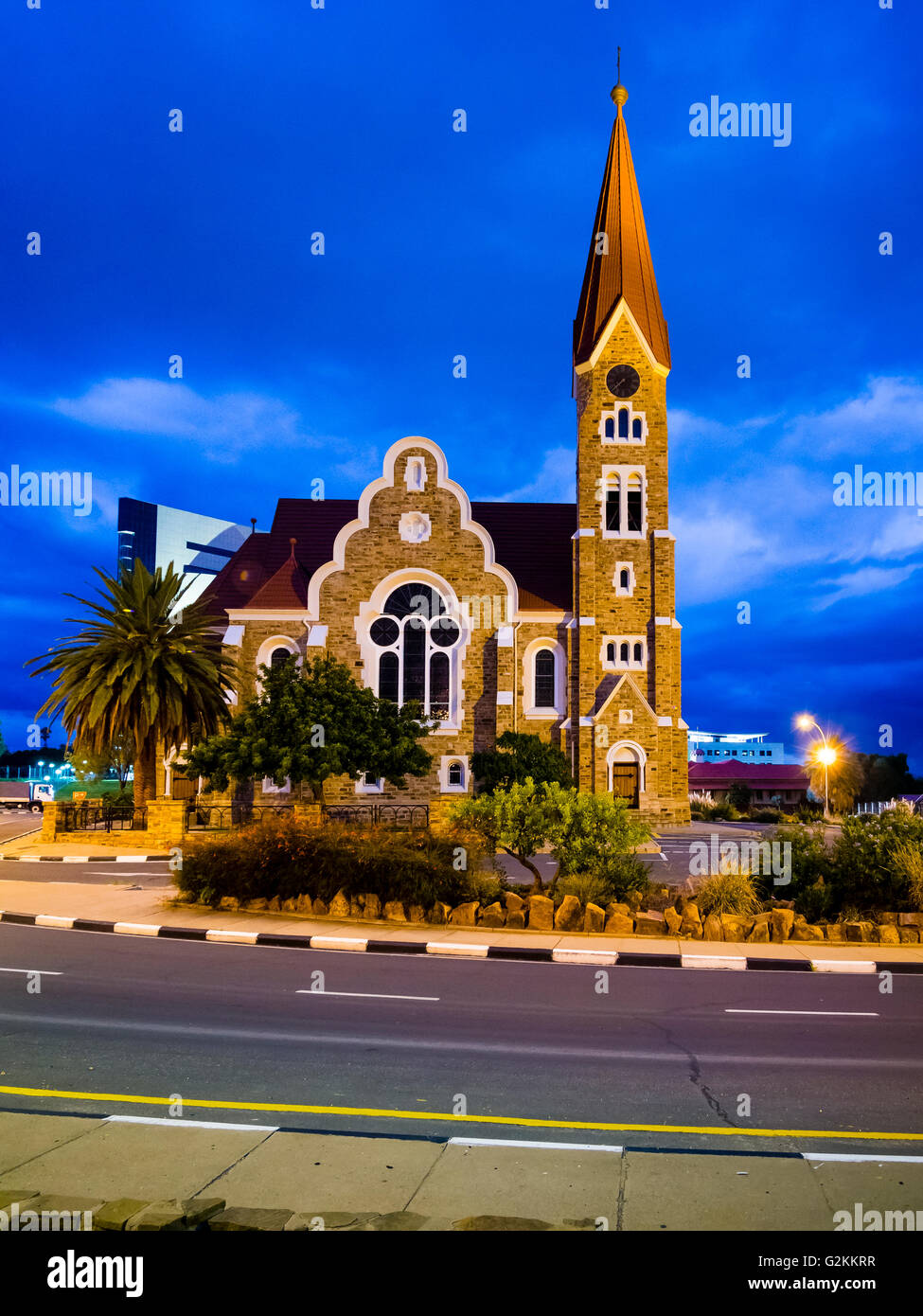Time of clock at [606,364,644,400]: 7:38
